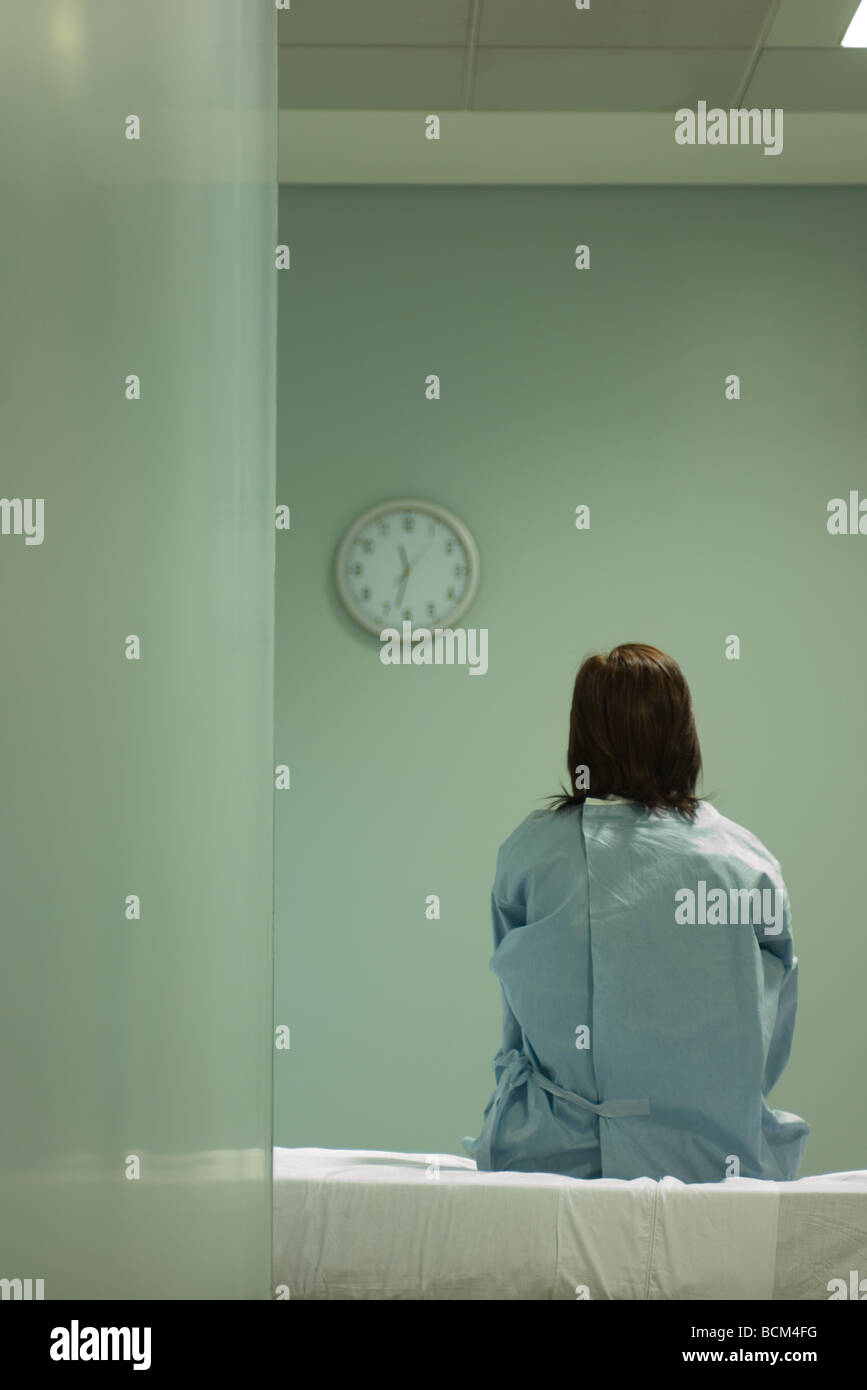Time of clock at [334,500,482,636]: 11:32
